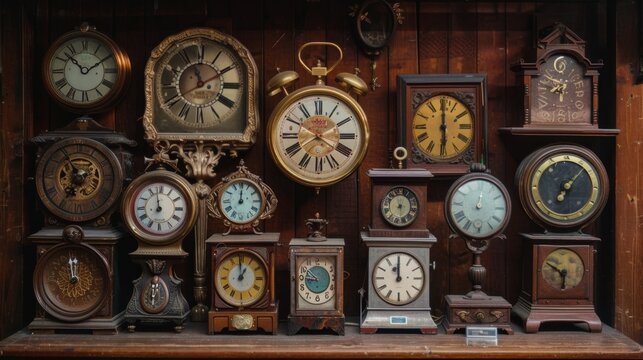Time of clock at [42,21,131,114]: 1:52
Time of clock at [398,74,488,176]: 5:59
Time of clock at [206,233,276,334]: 12:59
